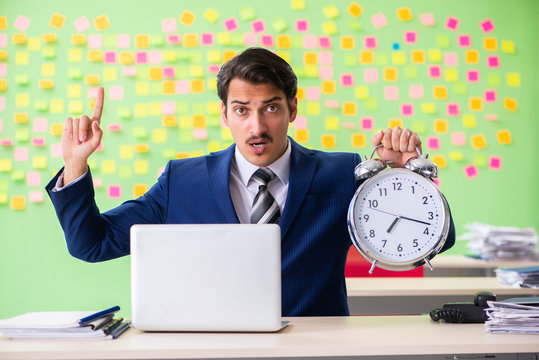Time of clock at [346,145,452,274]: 7:17
